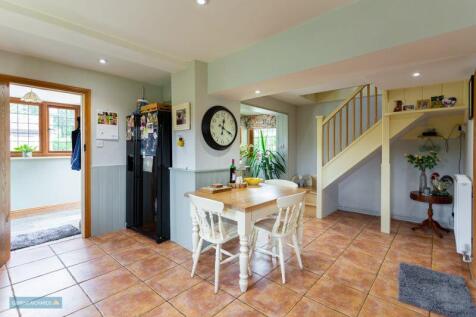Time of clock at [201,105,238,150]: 12:19
